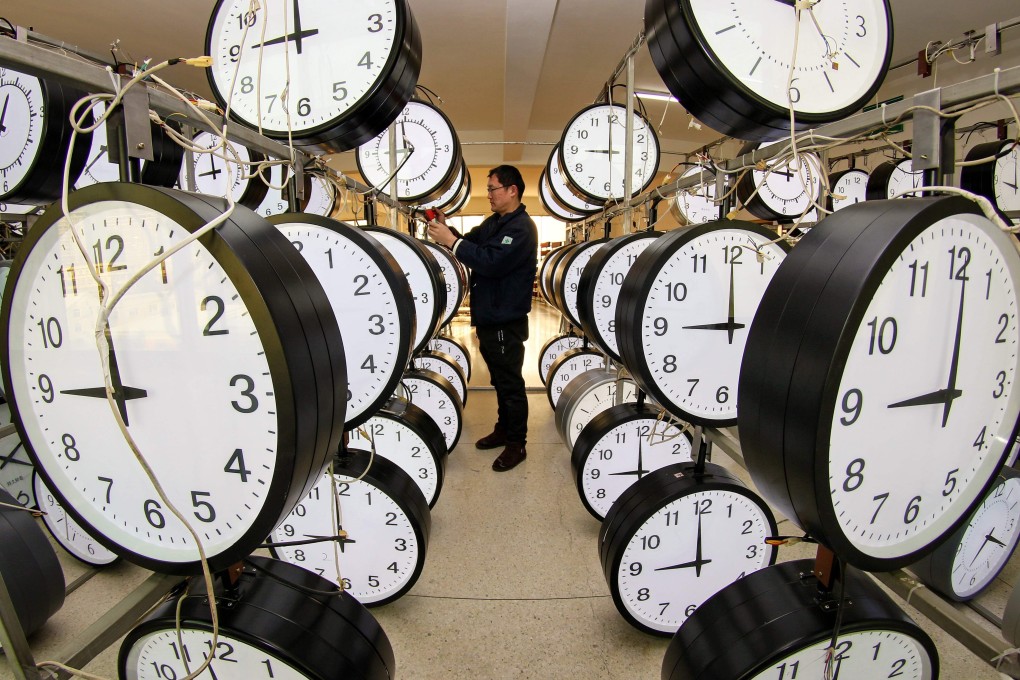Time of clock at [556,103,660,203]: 9:00
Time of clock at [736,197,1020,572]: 9:00
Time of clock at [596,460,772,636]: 8:59
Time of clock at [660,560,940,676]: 8:59
